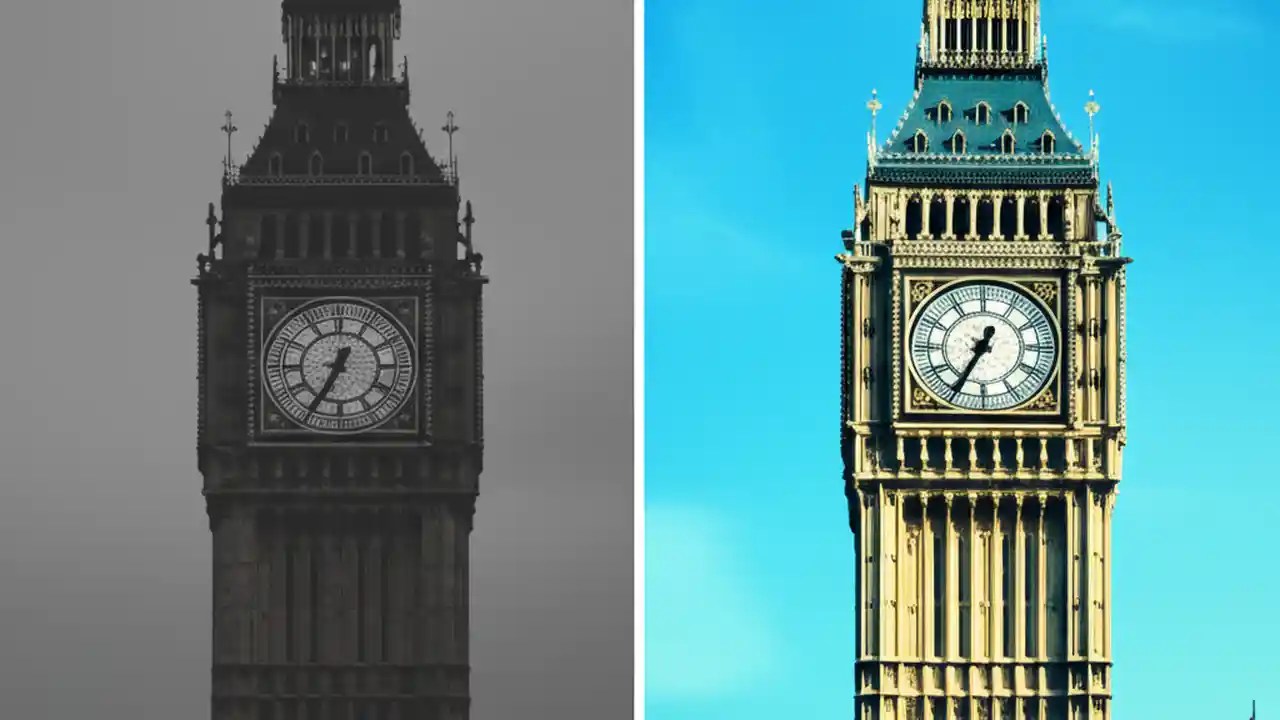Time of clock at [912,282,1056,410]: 12:34
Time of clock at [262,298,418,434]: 12:34
